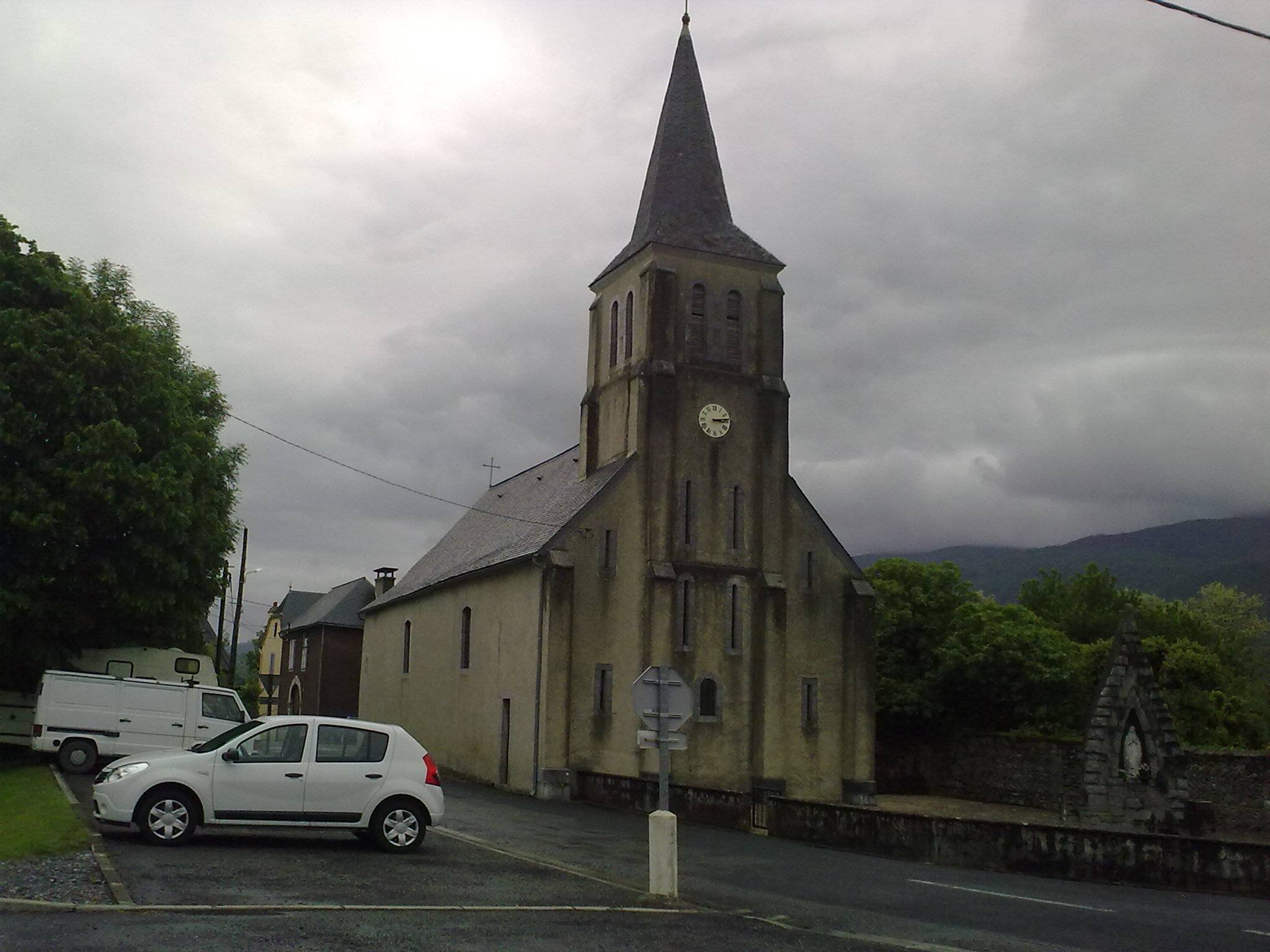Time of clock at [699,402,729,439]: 3:13
